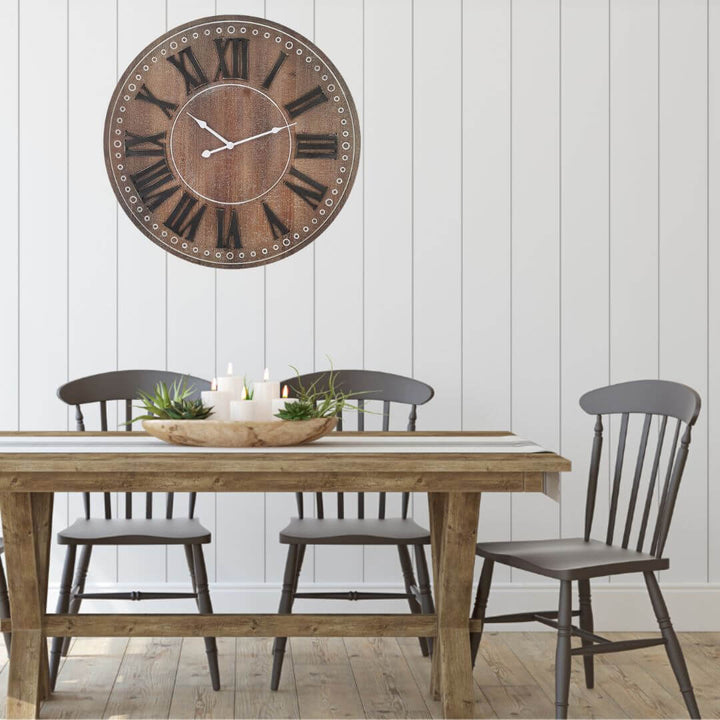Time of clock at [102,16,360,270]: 10:11
